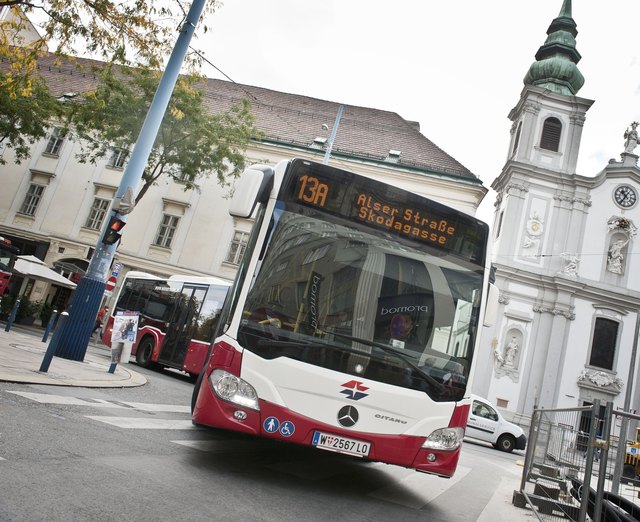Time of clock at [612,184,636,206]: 10:34
